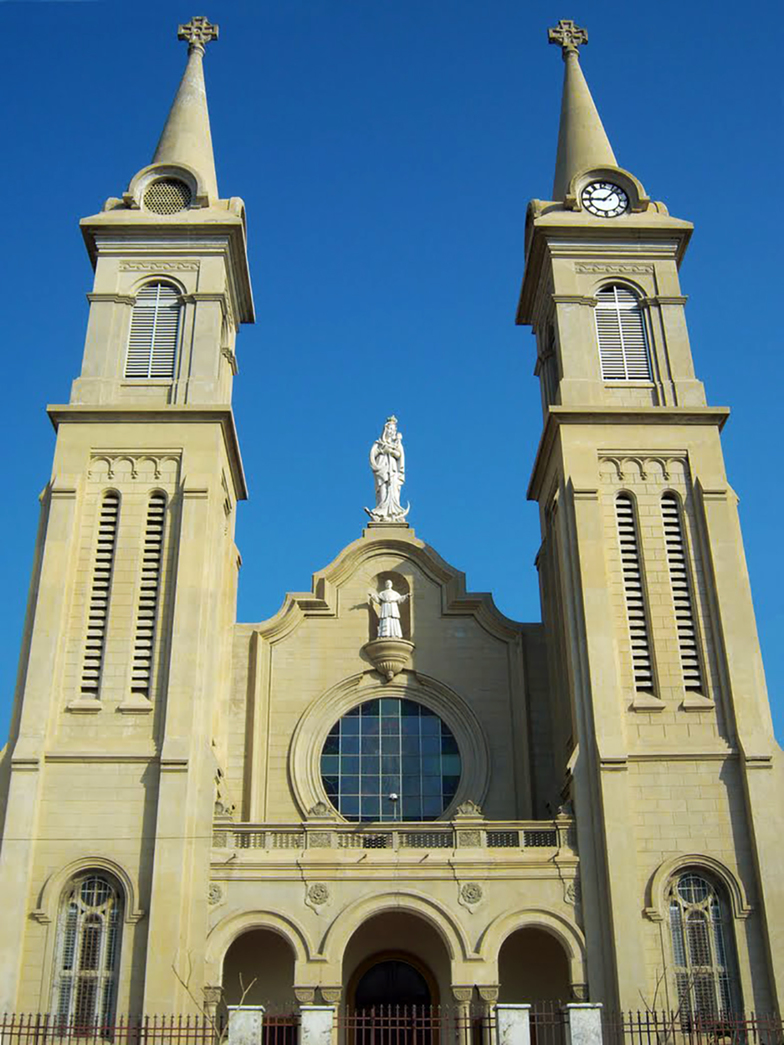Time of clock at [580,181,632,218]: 9:07
